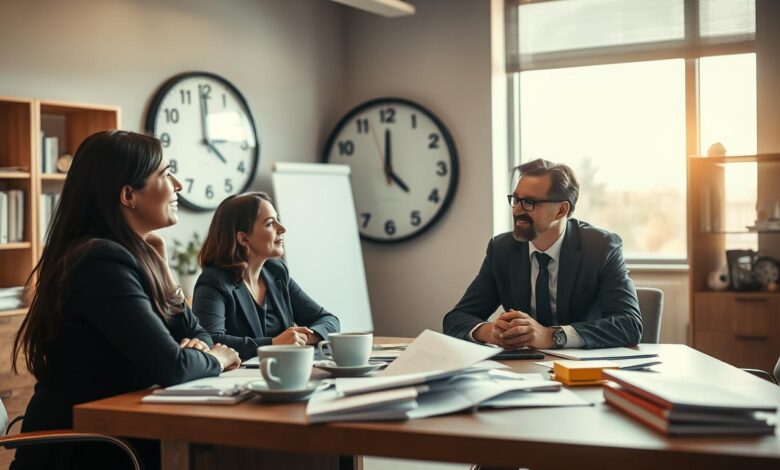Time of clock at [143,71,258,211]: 3:59
